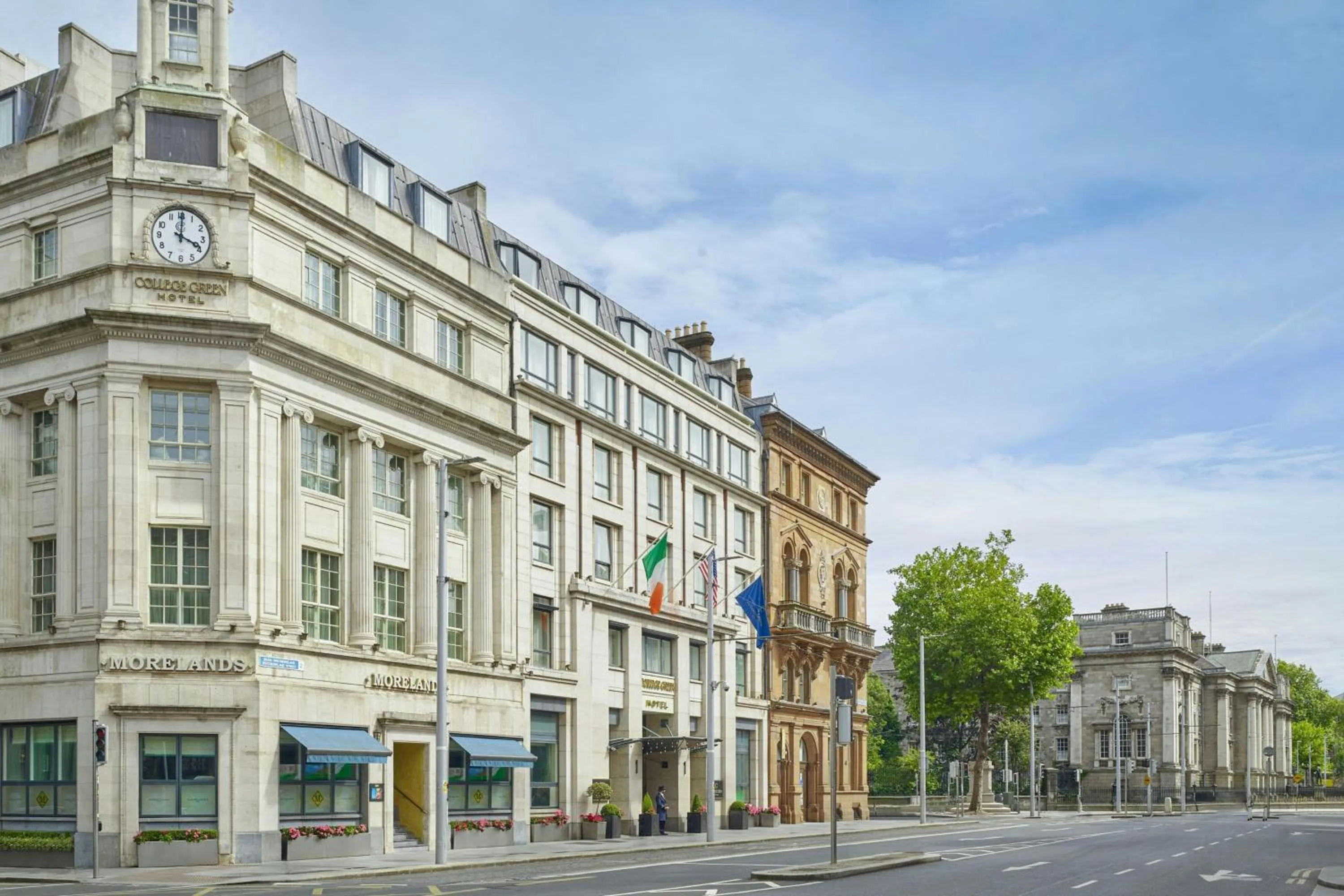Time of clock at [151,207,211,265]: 4:00
